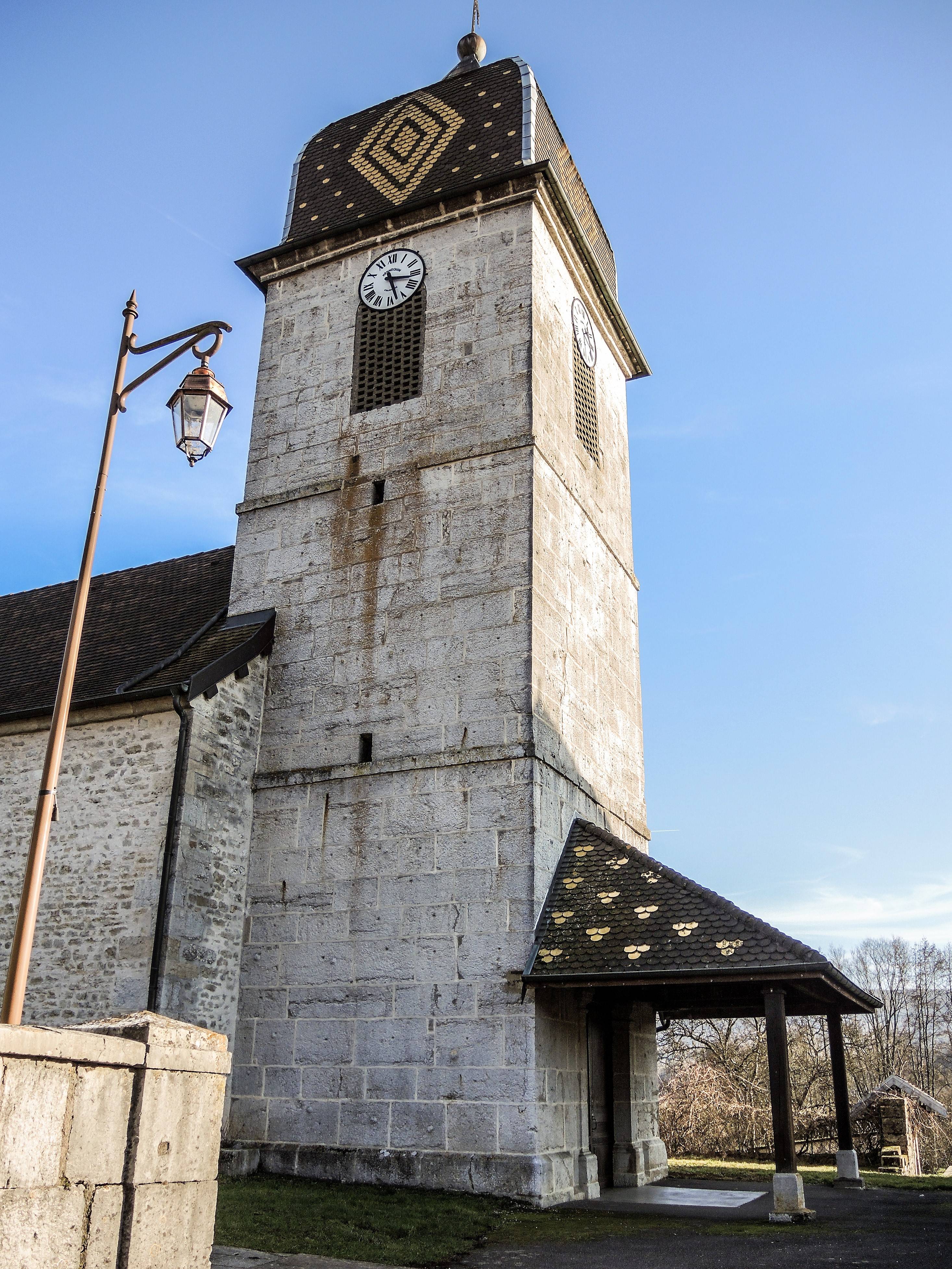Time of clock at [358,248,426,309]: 3:27
